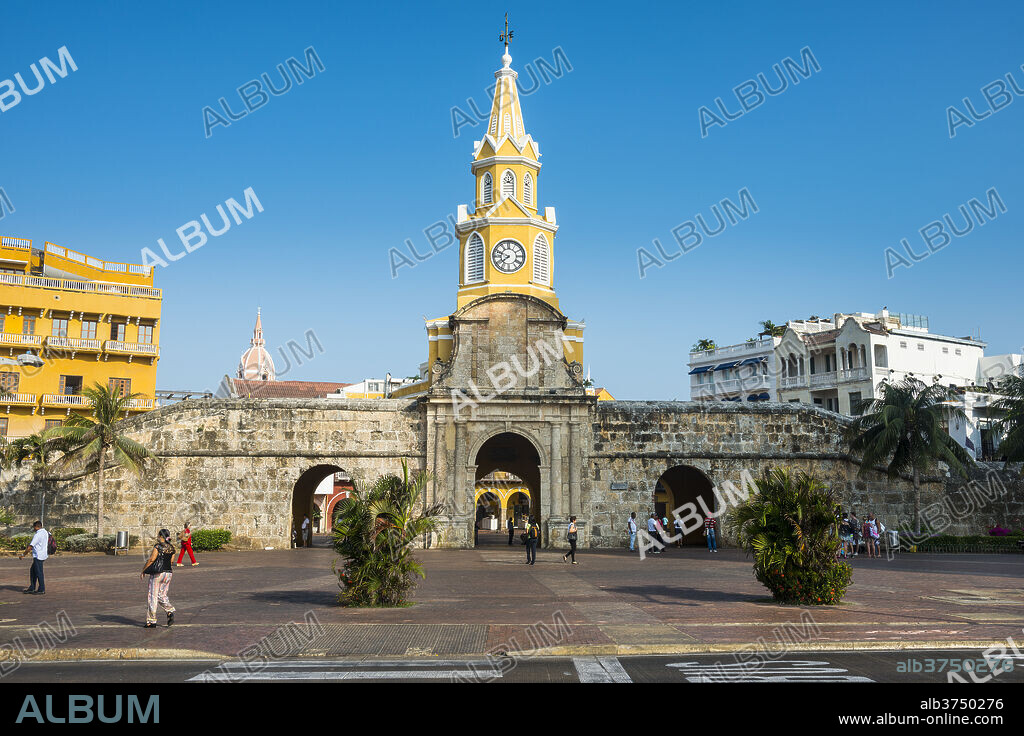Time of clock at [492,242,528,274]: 7:48
